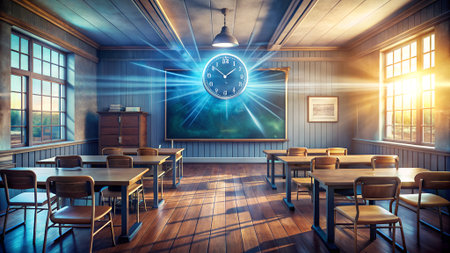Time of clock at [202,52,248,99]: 1:51
